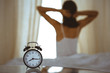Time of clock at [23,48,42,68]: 8:16
